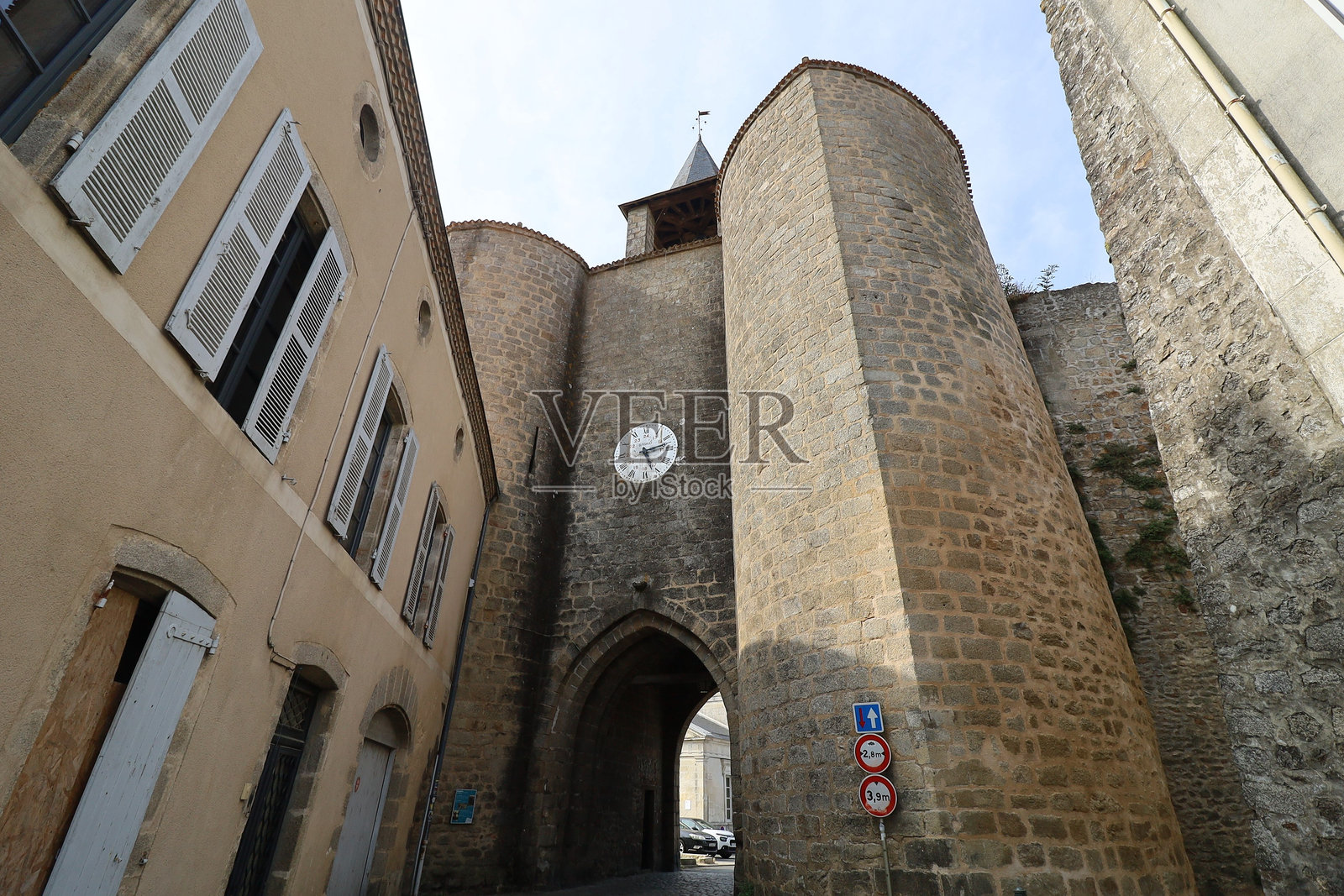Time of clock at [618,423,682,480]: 5:12
